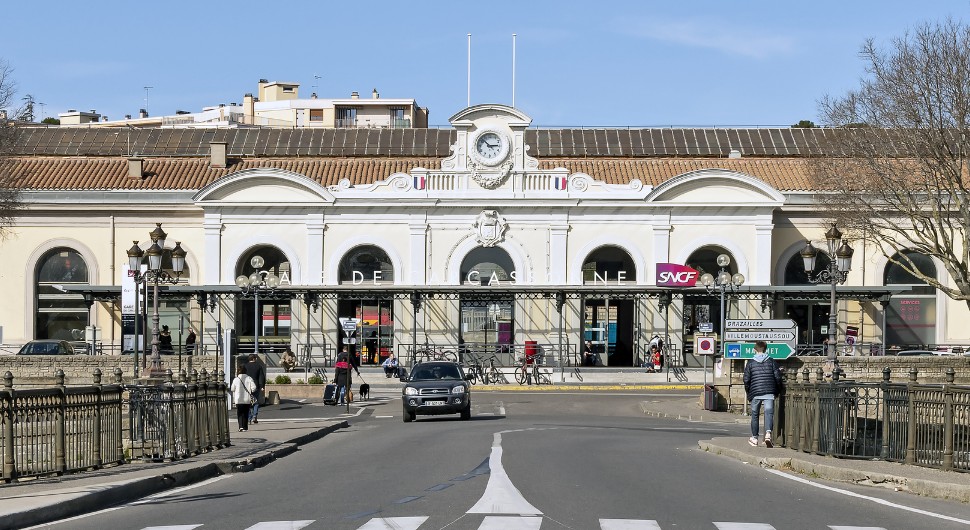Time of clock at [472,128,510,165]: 2:52
